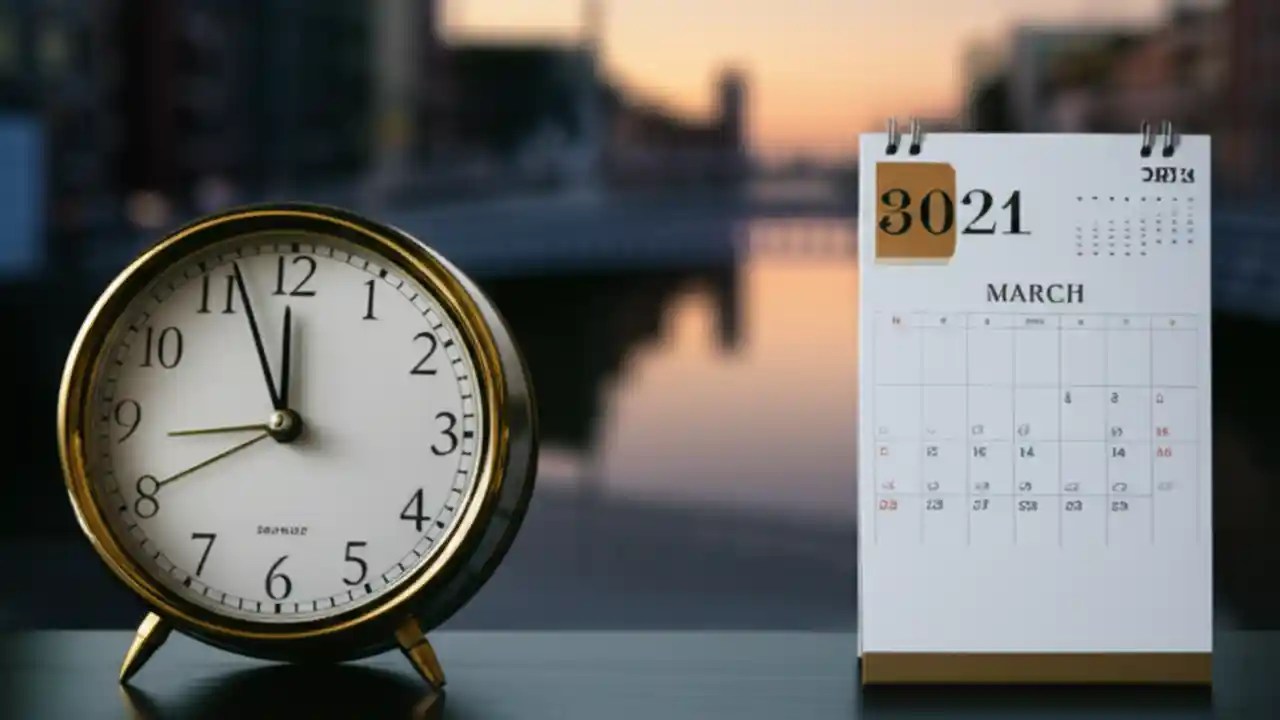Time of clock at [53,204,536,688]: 11:56
